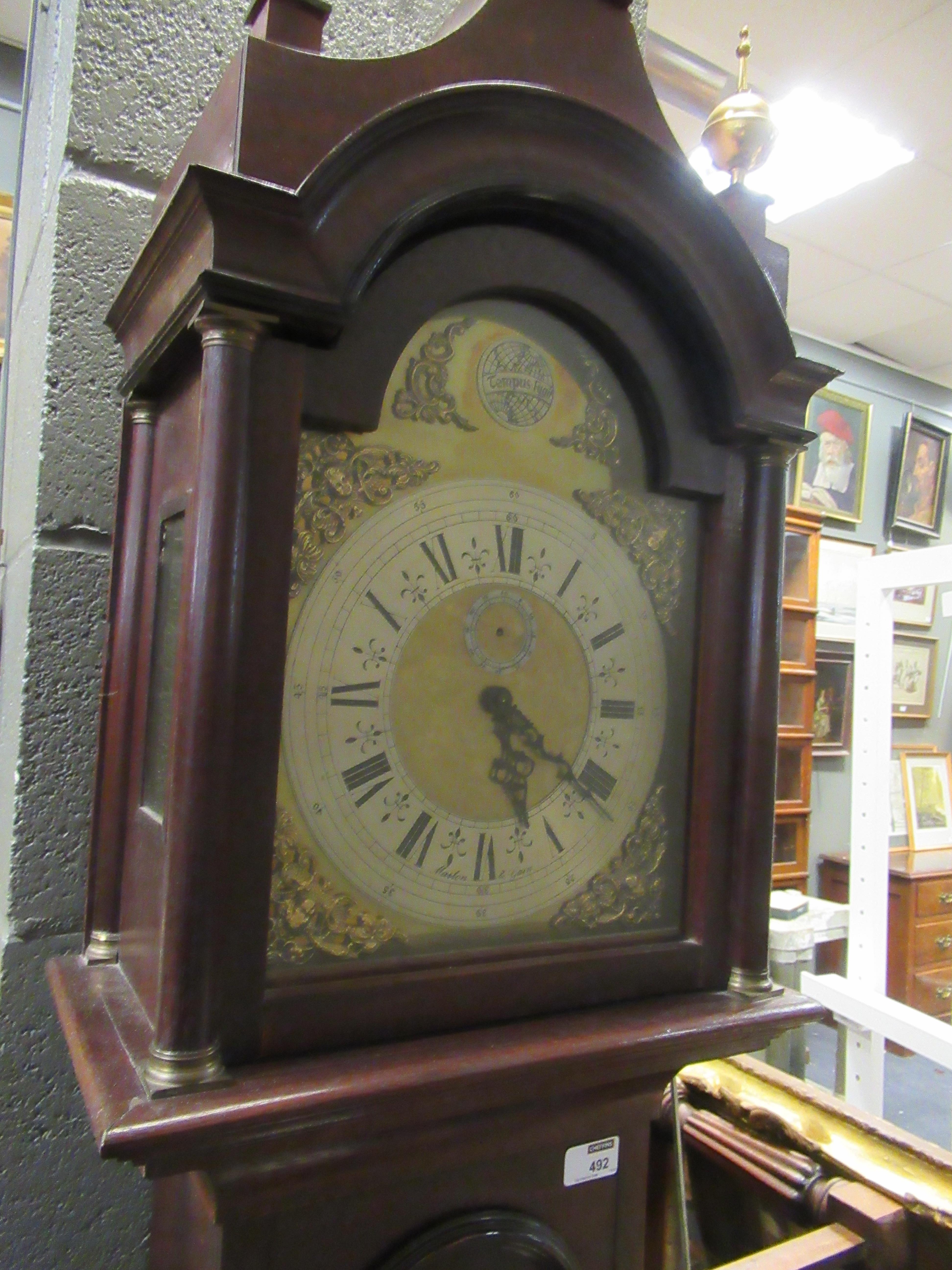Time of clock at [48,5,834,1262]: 5:20
